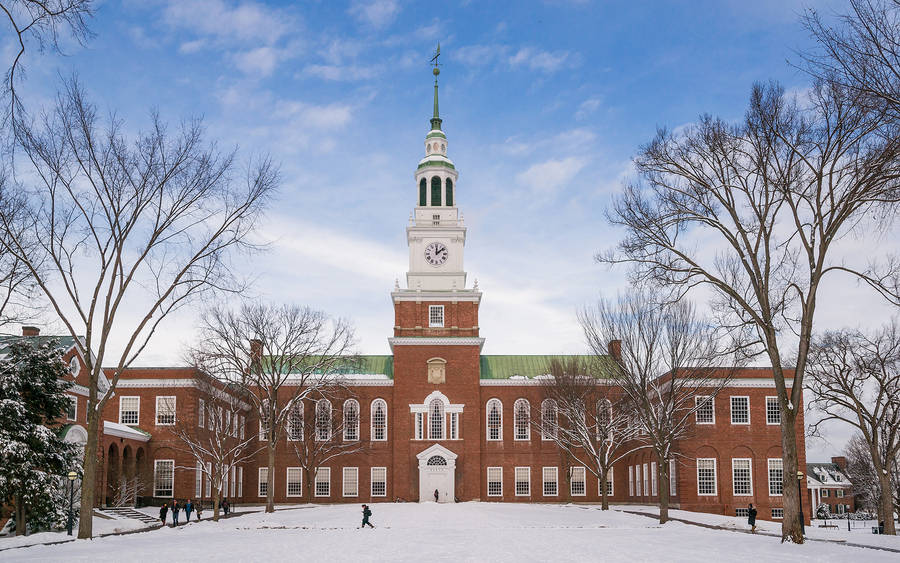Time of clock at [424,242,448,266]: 12:08
